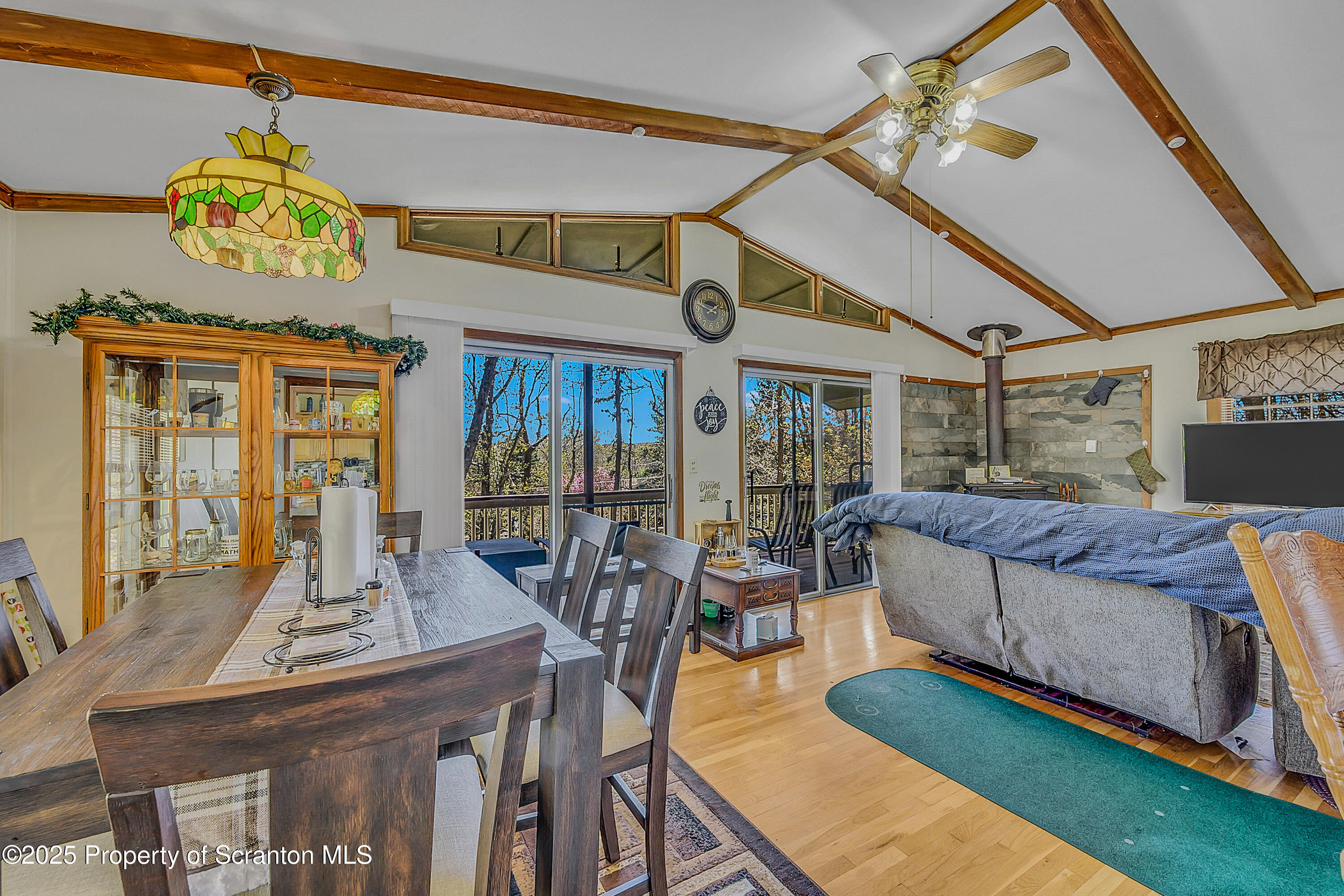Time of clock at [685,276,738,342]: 1:47
